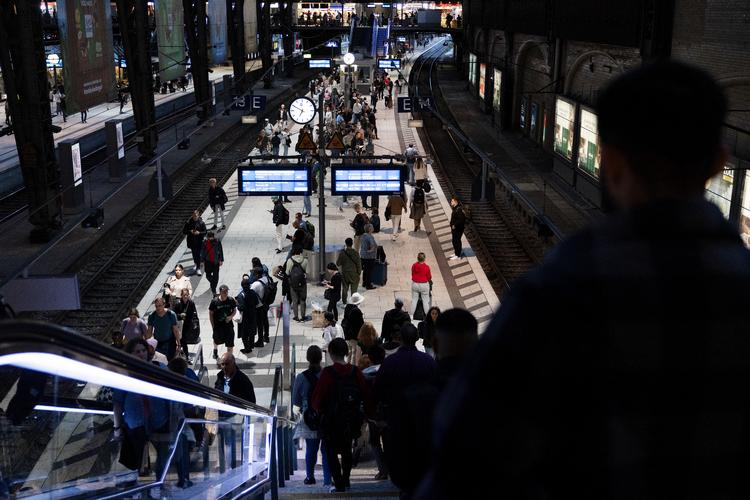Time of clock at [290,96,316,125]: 6:49
